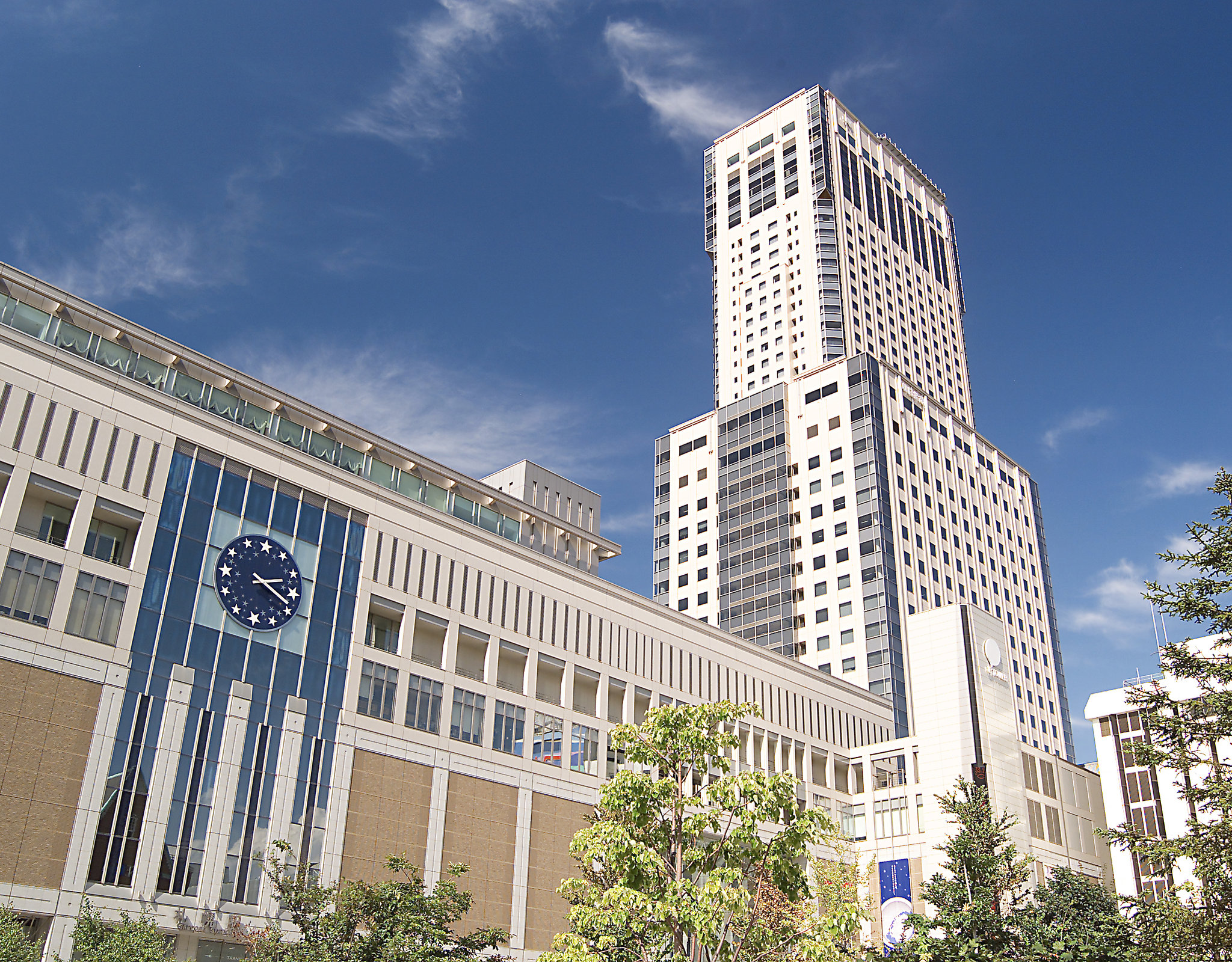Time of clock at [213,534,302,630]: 2:18
